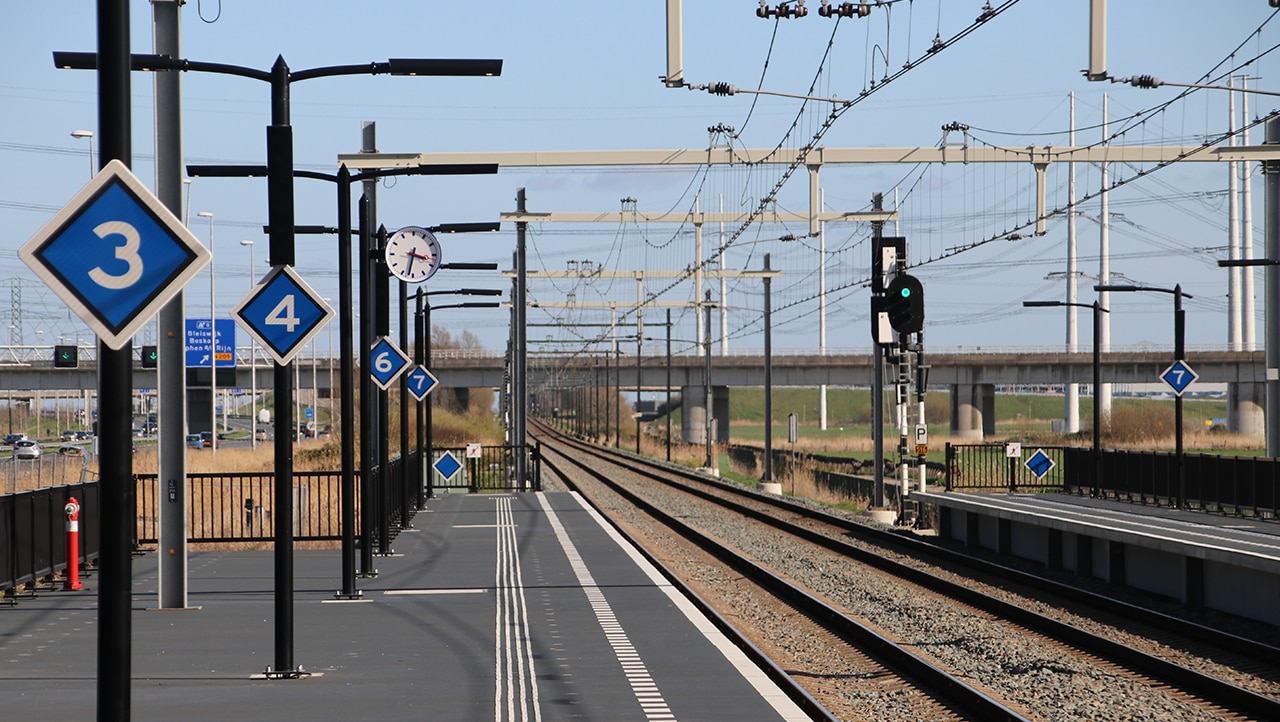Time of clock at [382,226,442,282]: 3:32
